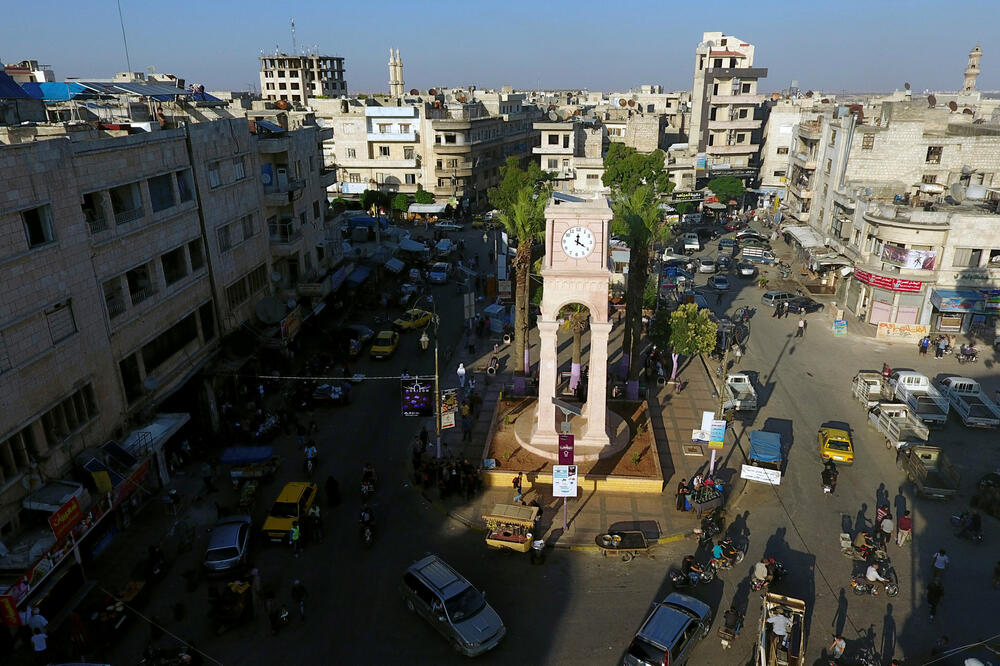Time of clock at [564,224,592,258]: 4:00
